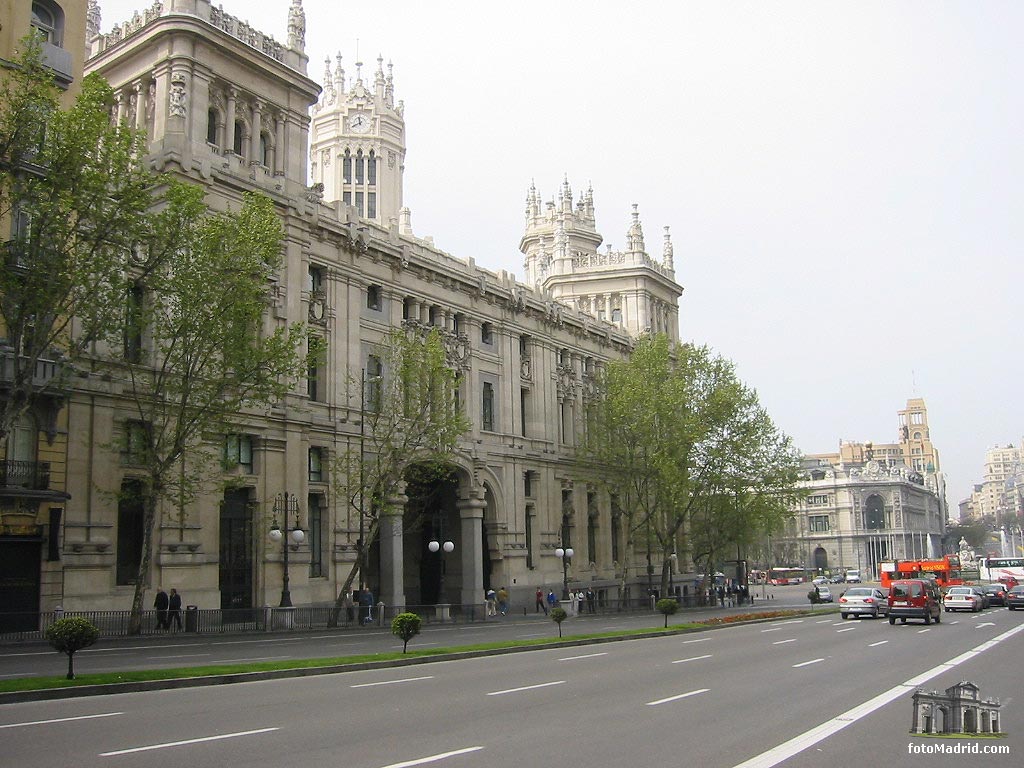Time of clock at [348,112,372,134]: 11:40
